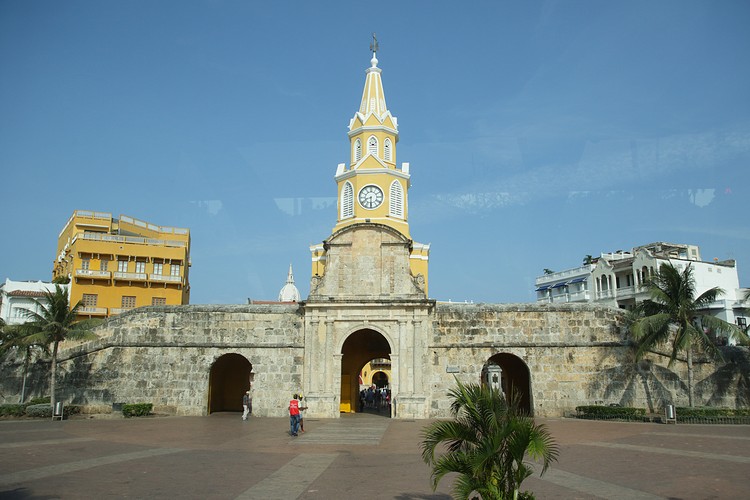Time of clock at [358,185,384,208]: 8:30
